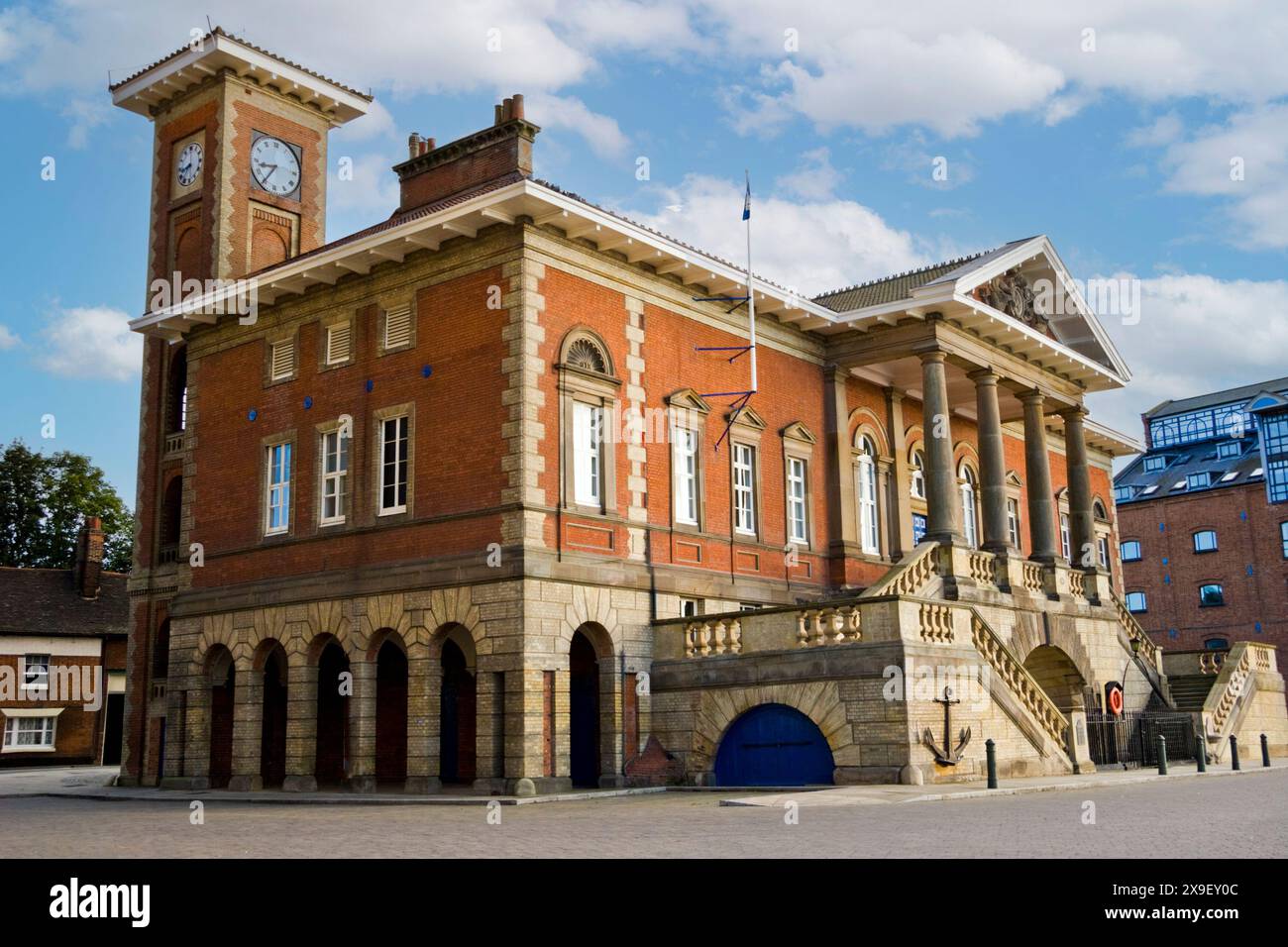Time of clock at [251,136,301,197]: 8:35
